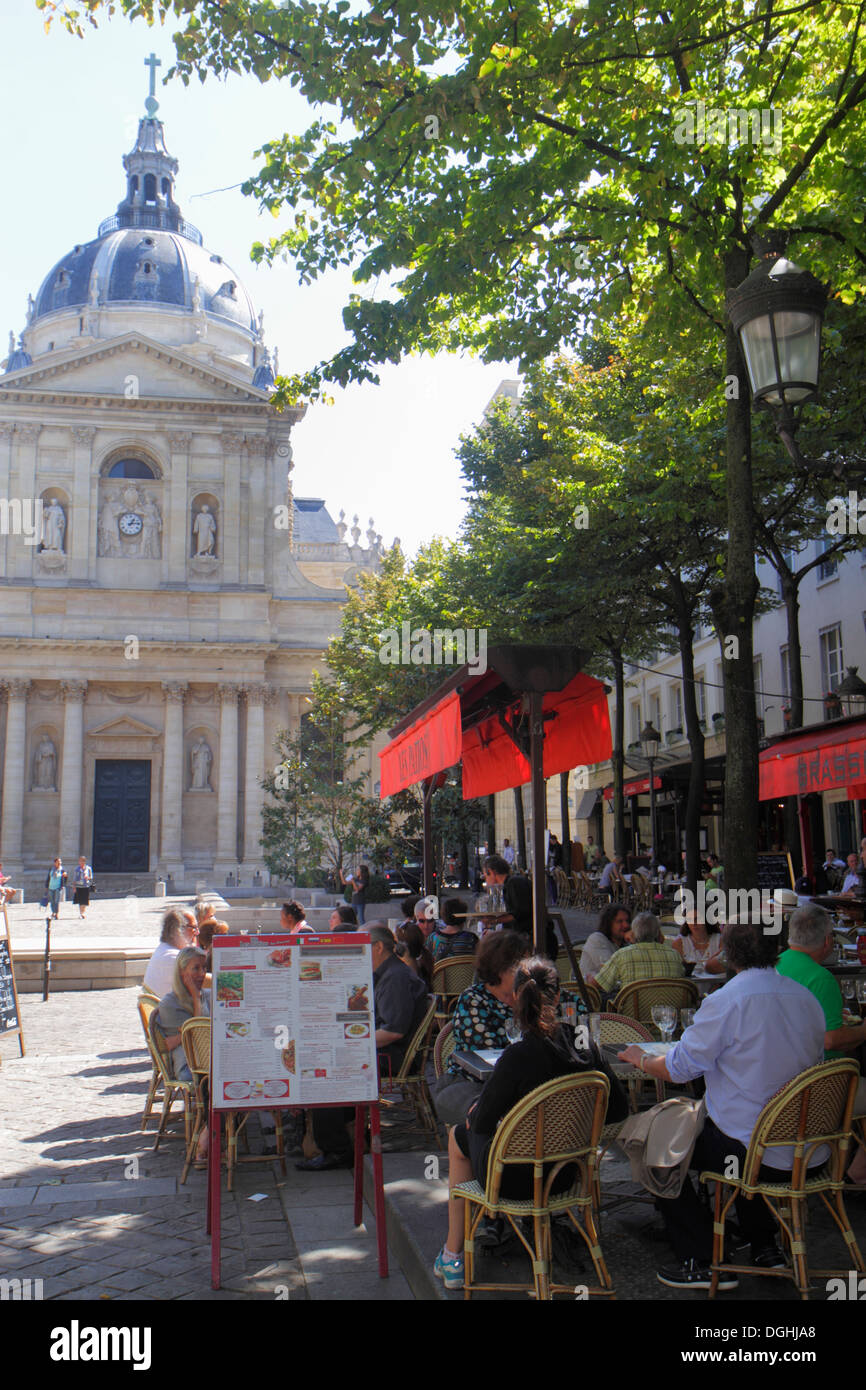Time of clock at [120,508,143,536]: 1:13
